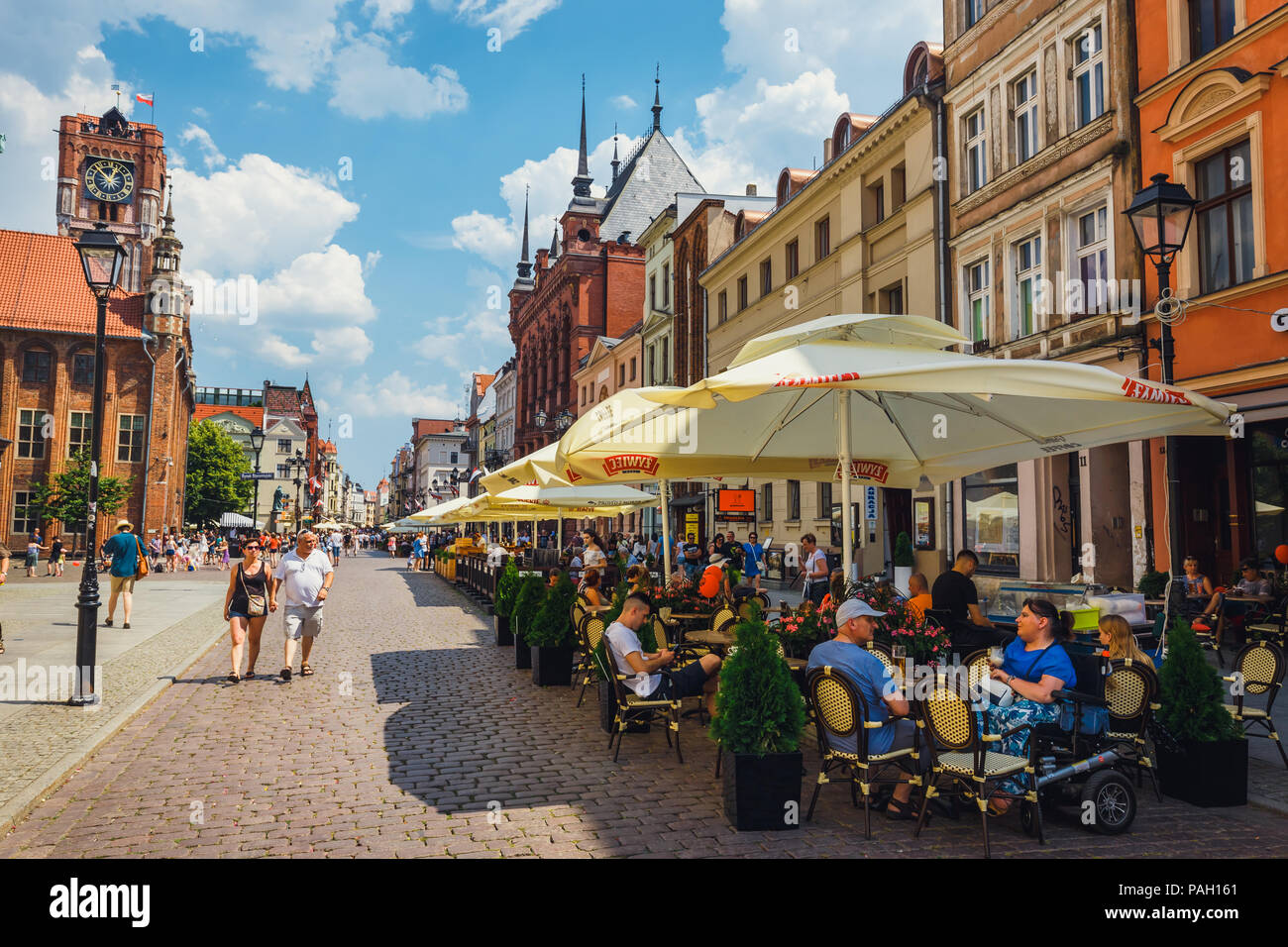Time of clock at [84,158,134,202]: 12:52
